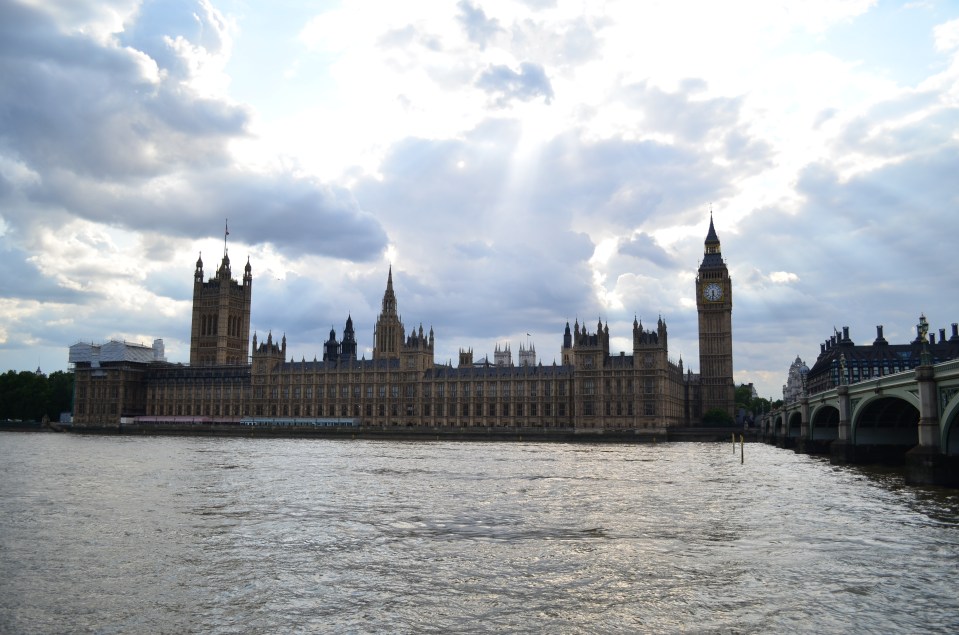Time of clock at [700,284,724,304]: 5:31
